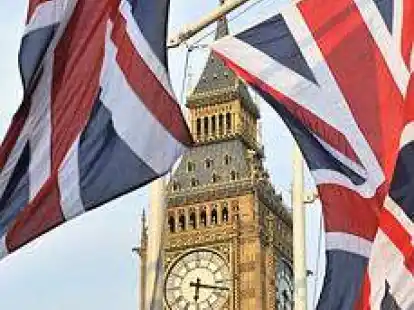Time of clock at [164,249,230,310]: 6:17
